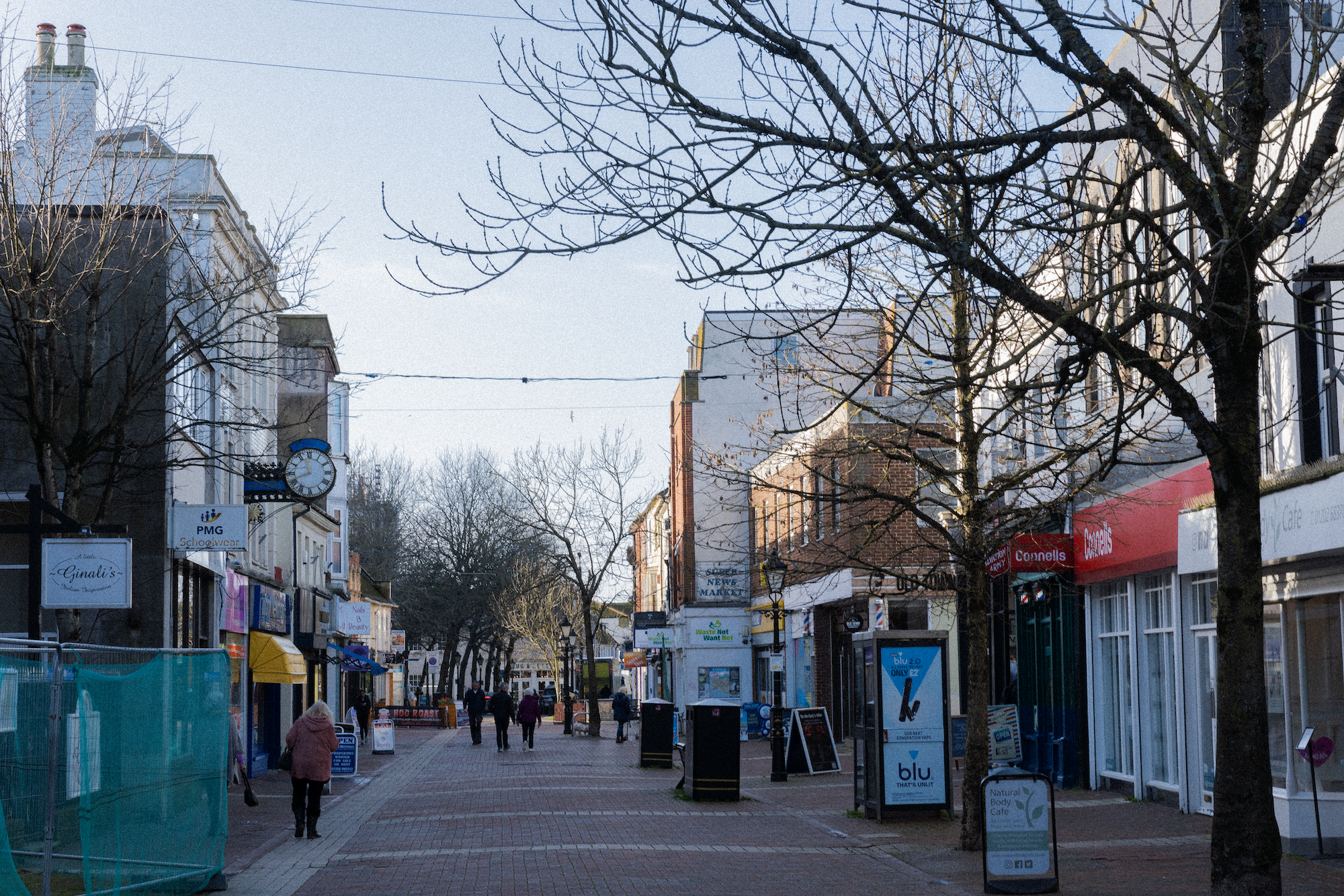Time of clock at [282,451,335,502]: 11:41
